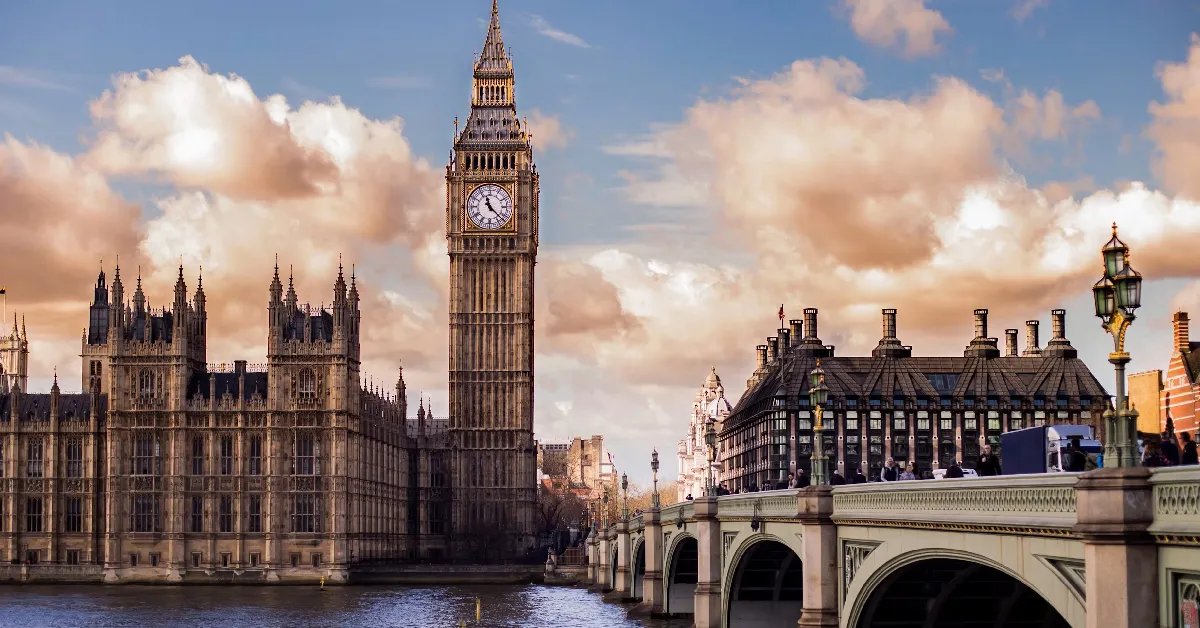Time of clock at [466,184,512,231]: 11:22
